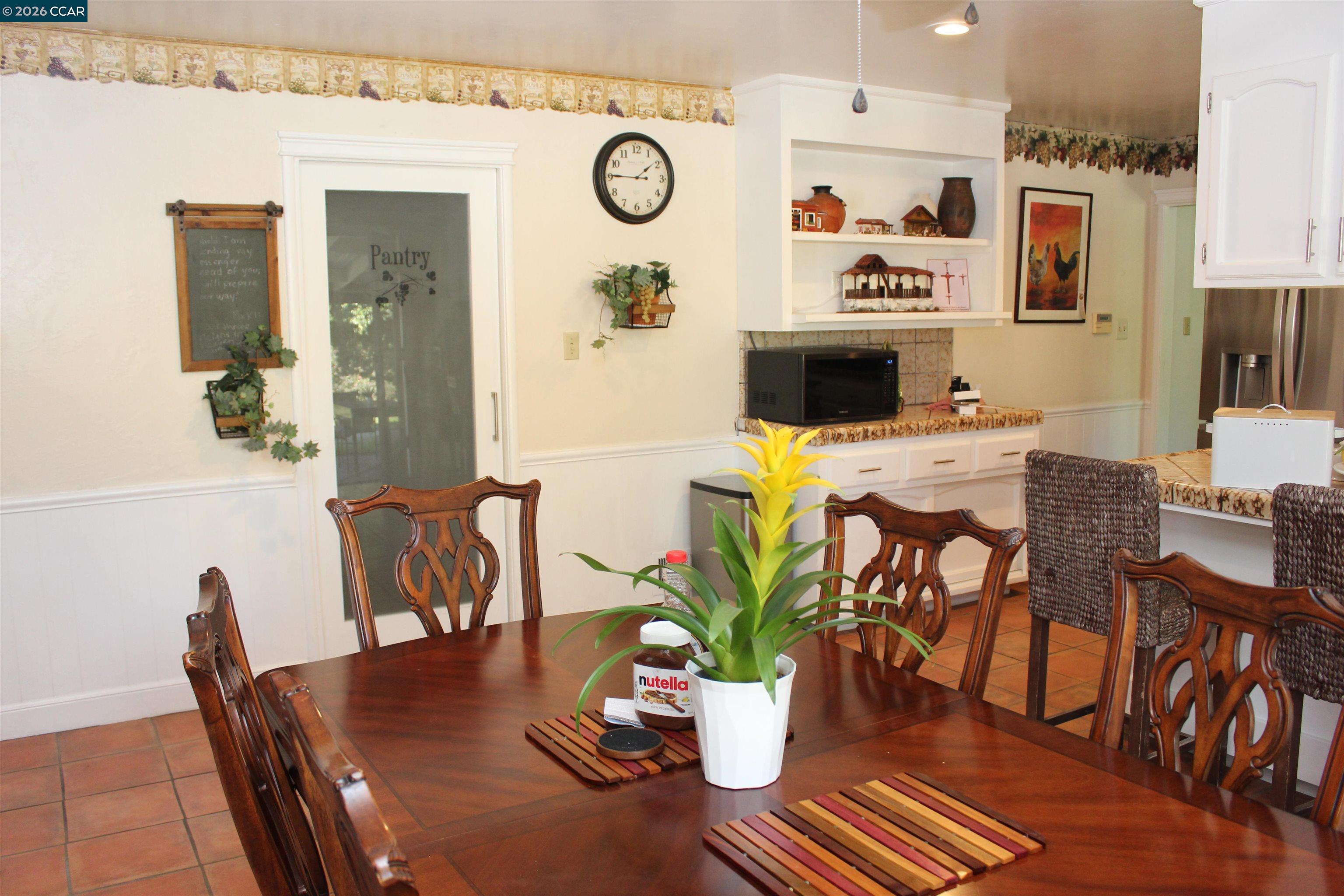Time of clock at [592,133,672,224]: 1:45
